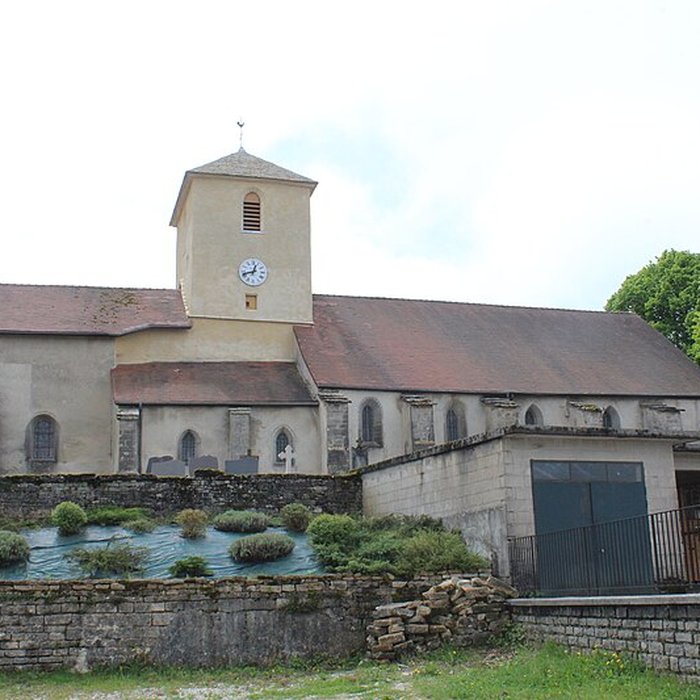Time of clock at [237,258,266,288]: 12:42
